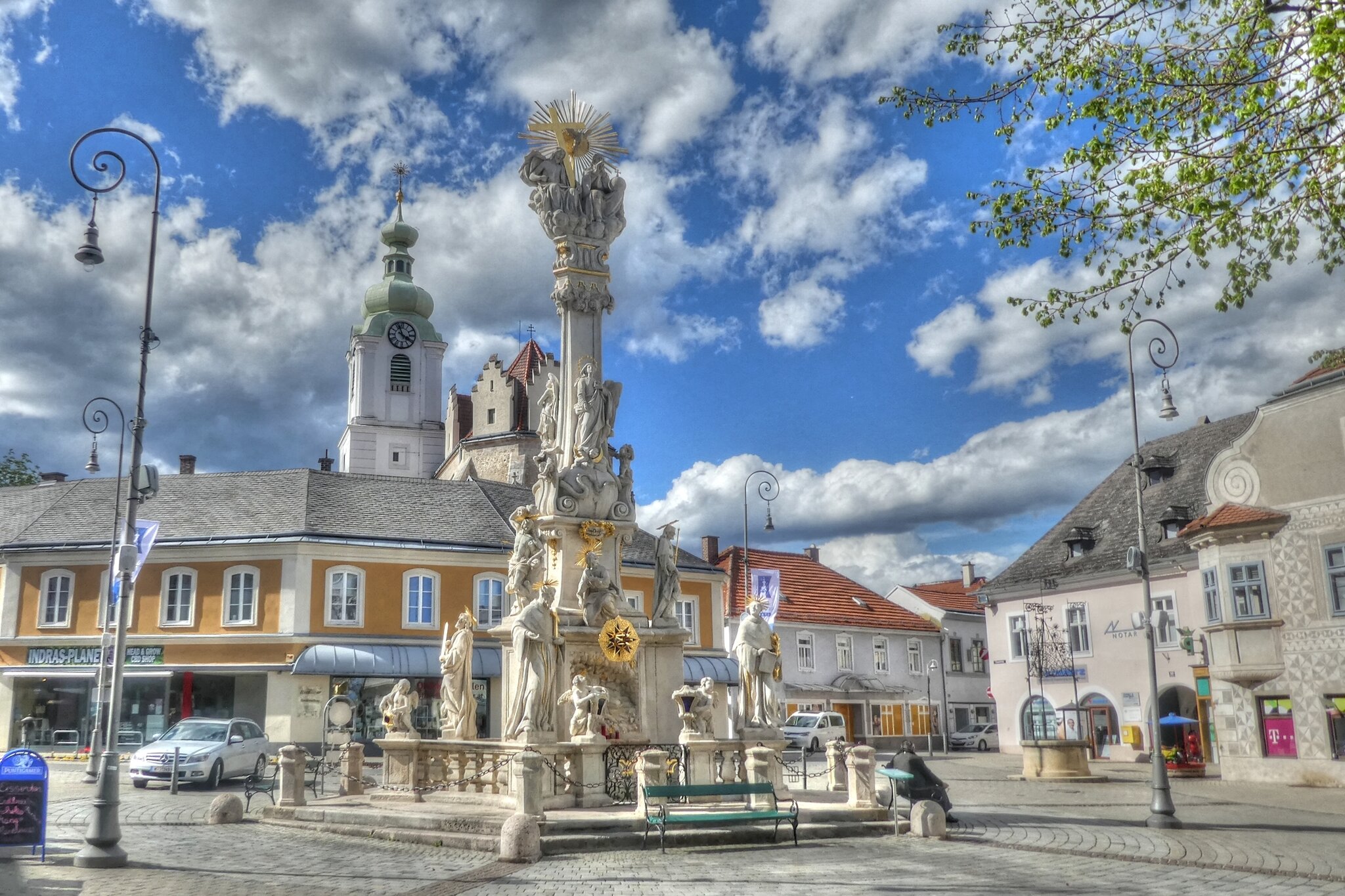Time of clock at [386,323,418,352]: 3:56
